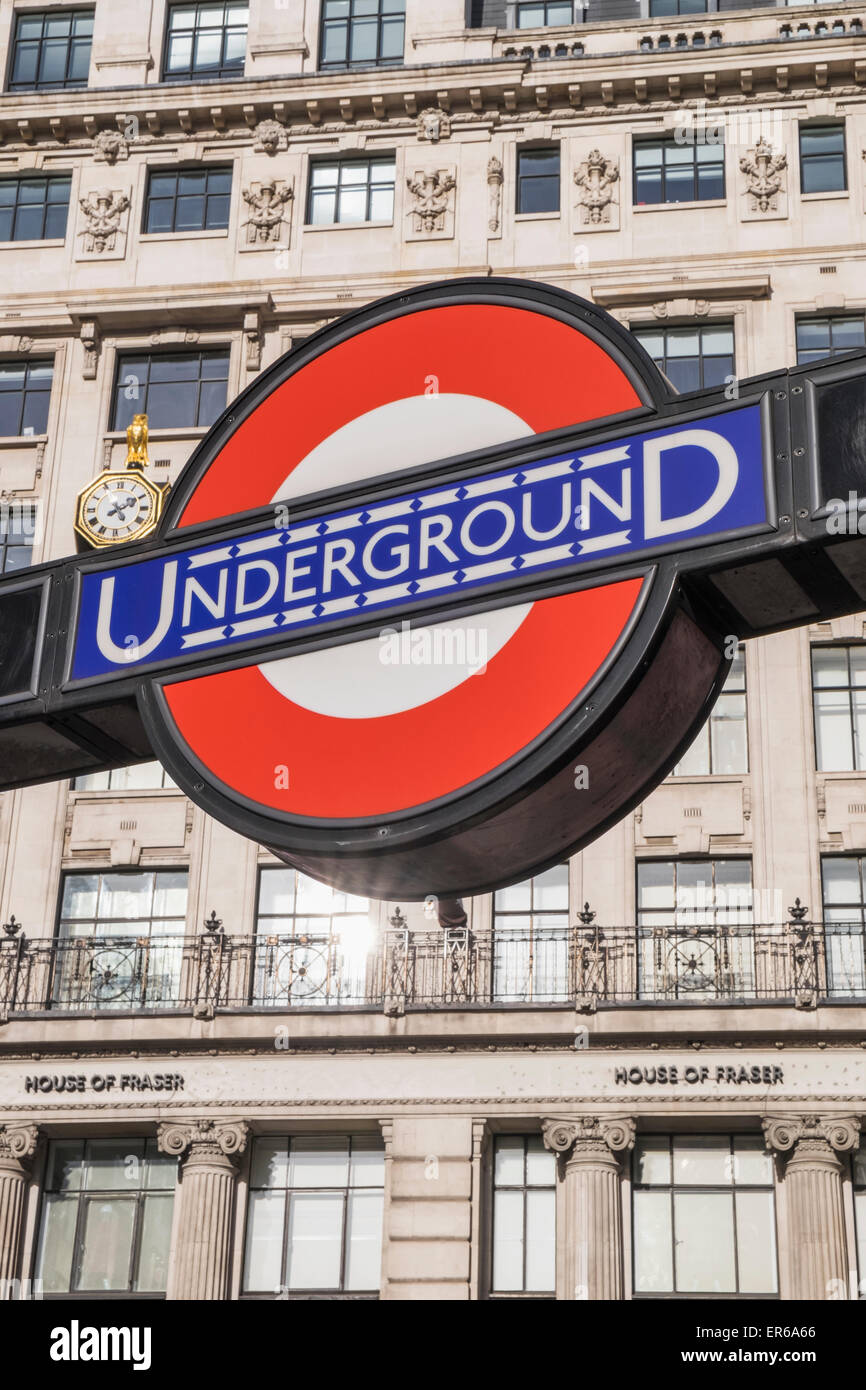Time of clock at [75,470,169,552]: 2:09
